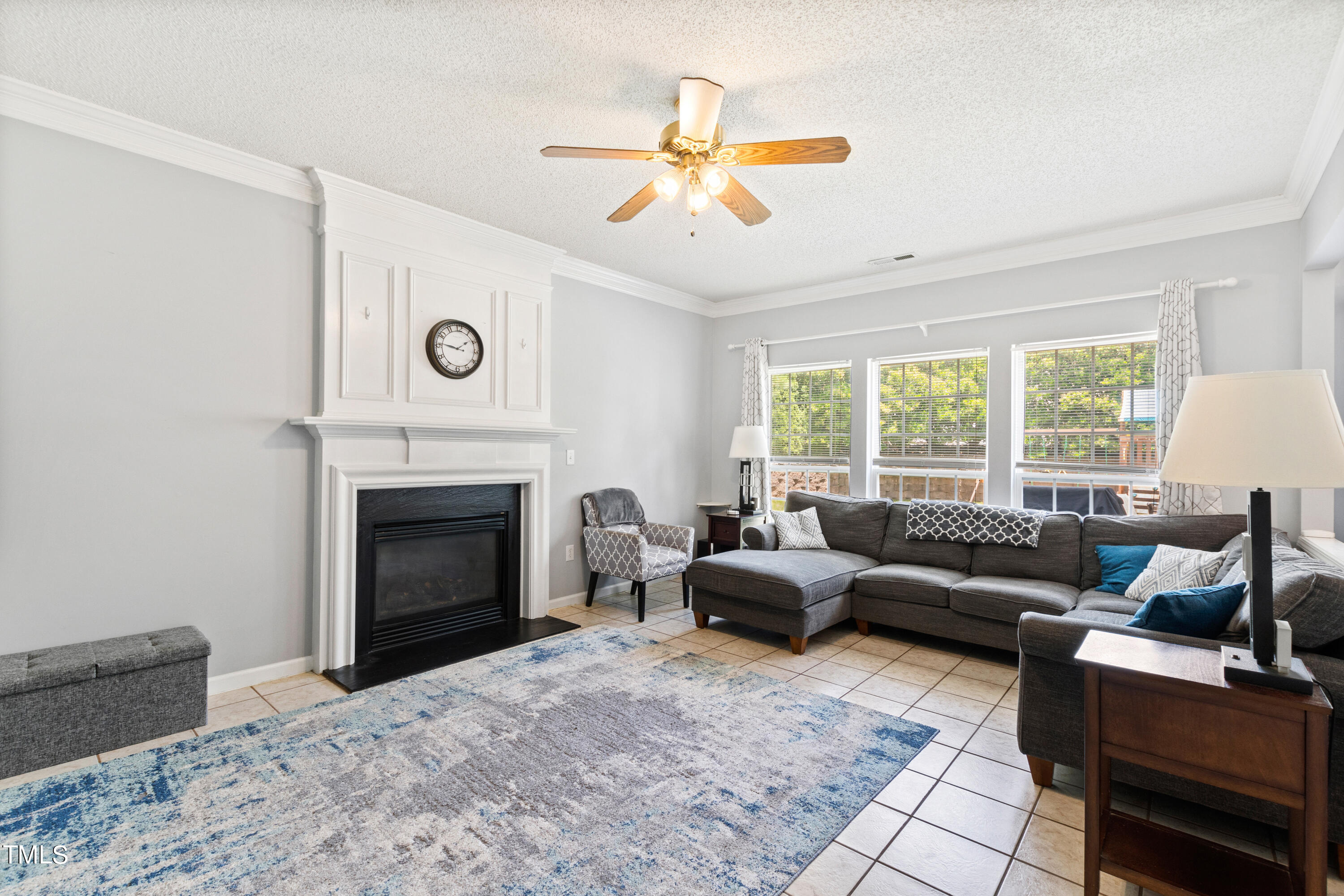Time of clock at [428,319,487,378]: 1:46
